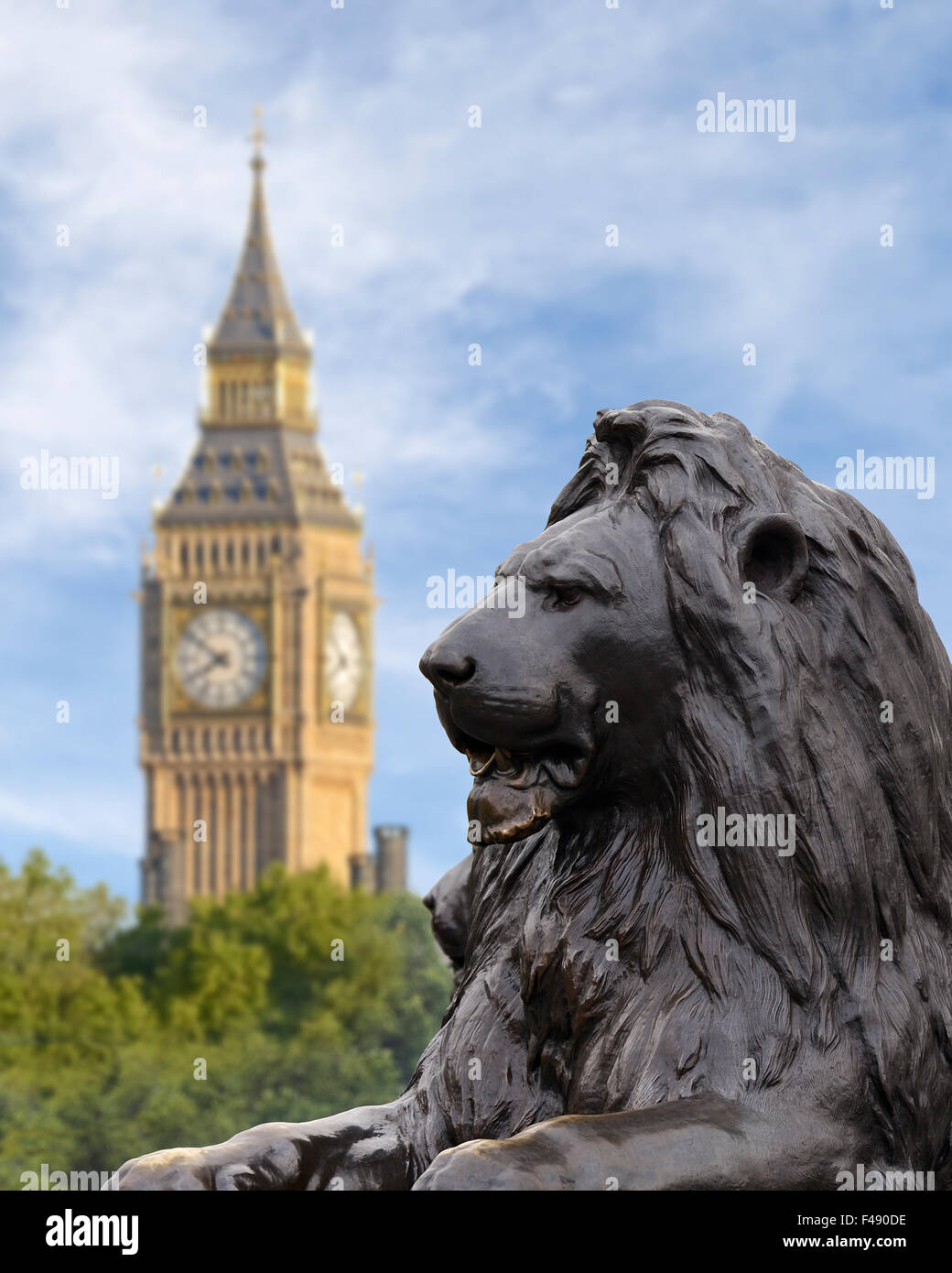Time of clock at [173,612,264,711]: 7:51
